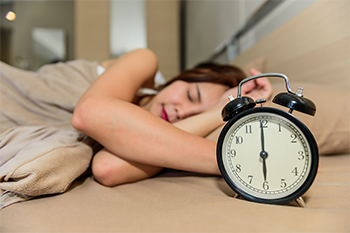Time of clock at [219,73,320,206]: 5:59
